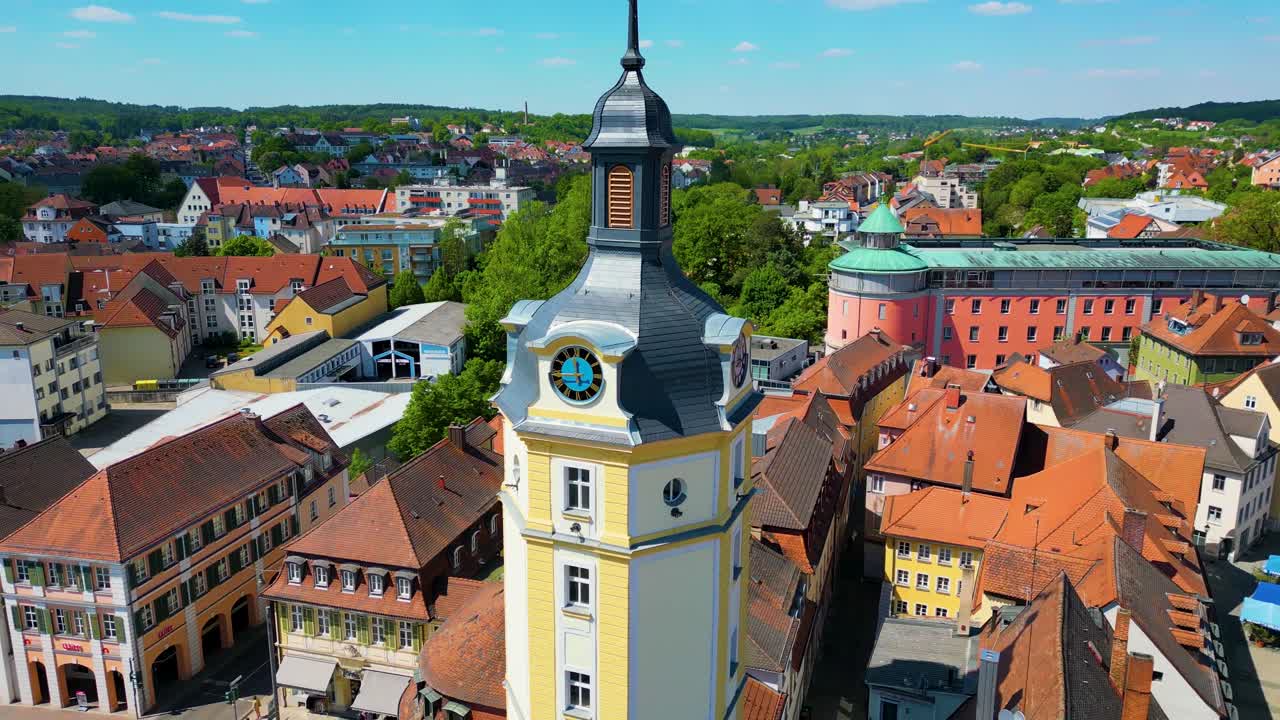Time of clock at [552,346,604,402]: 11:44
